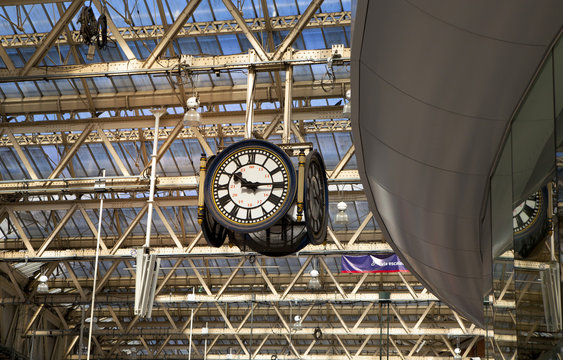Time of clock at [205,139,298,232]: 10:14
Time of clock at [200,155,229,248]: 10:14
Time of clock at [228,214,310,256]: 10:14
